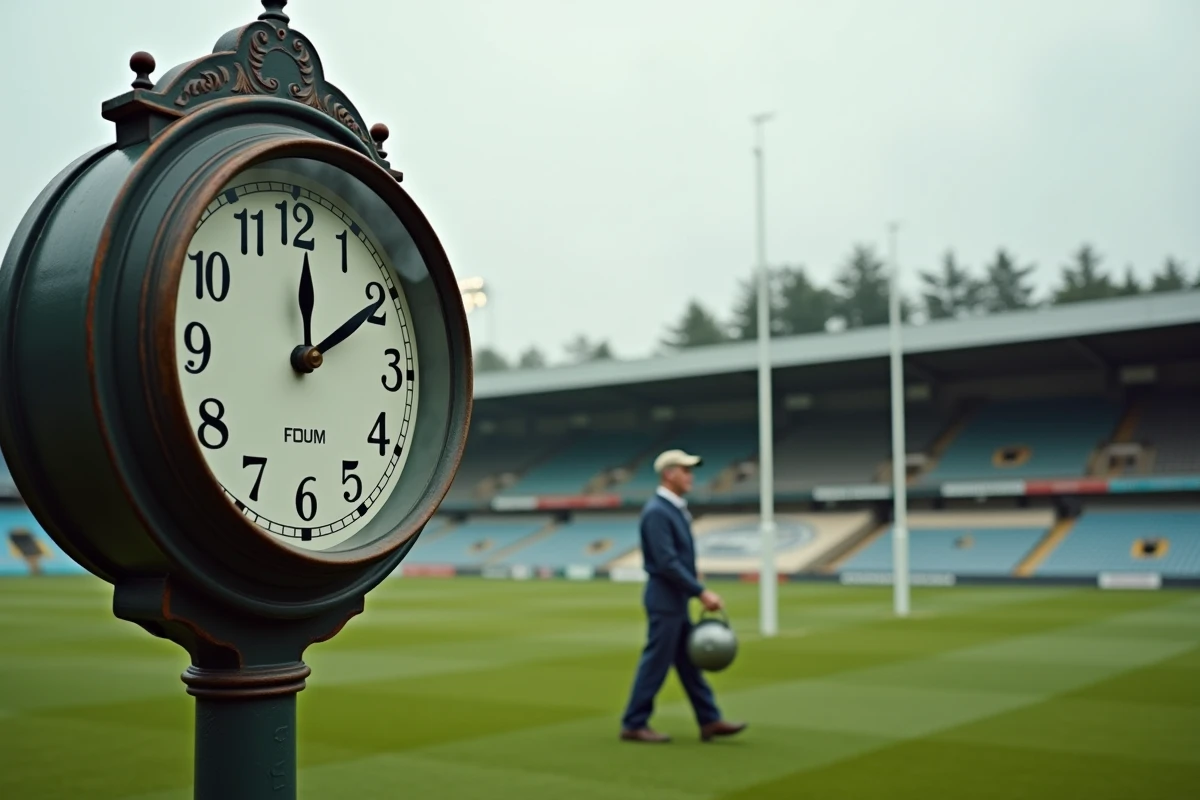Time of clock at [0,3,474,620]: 12:09
